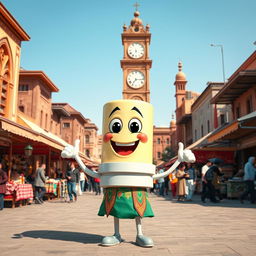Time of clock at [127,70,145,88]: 7:15
